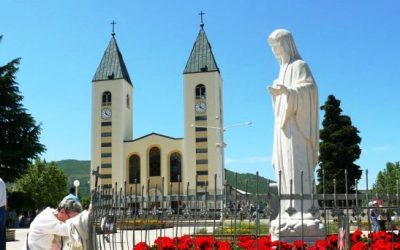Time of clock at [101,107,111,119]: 11:21
